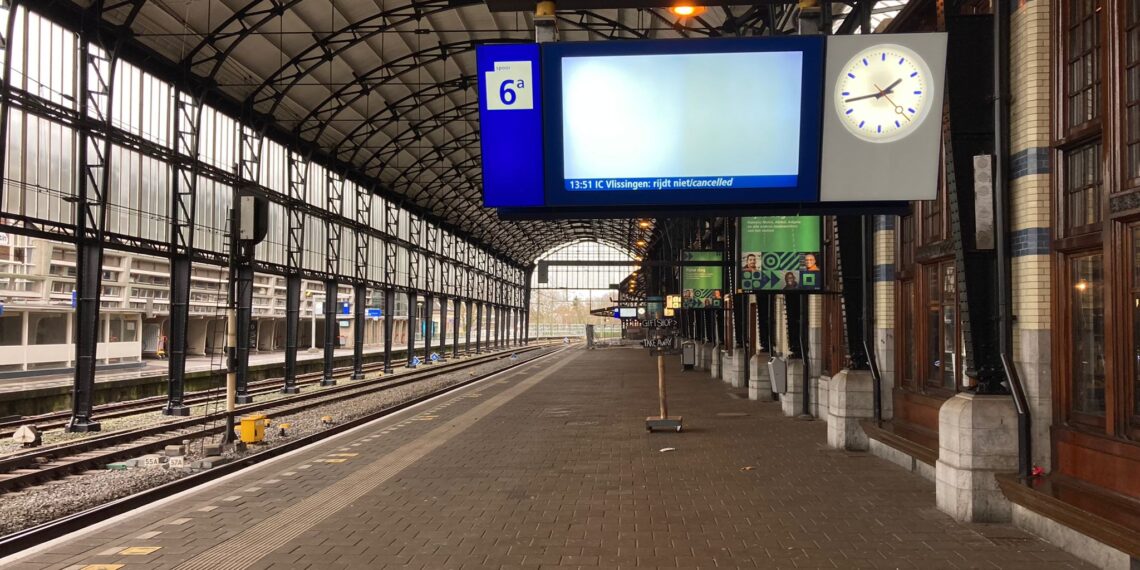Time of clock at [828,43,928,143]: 1:43
